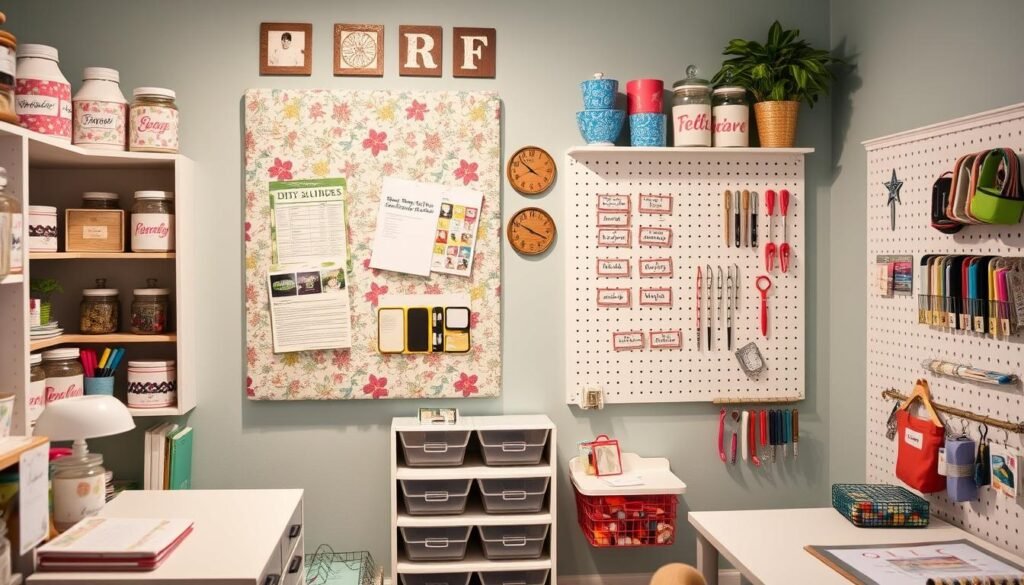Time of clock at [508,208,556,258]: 3:50
